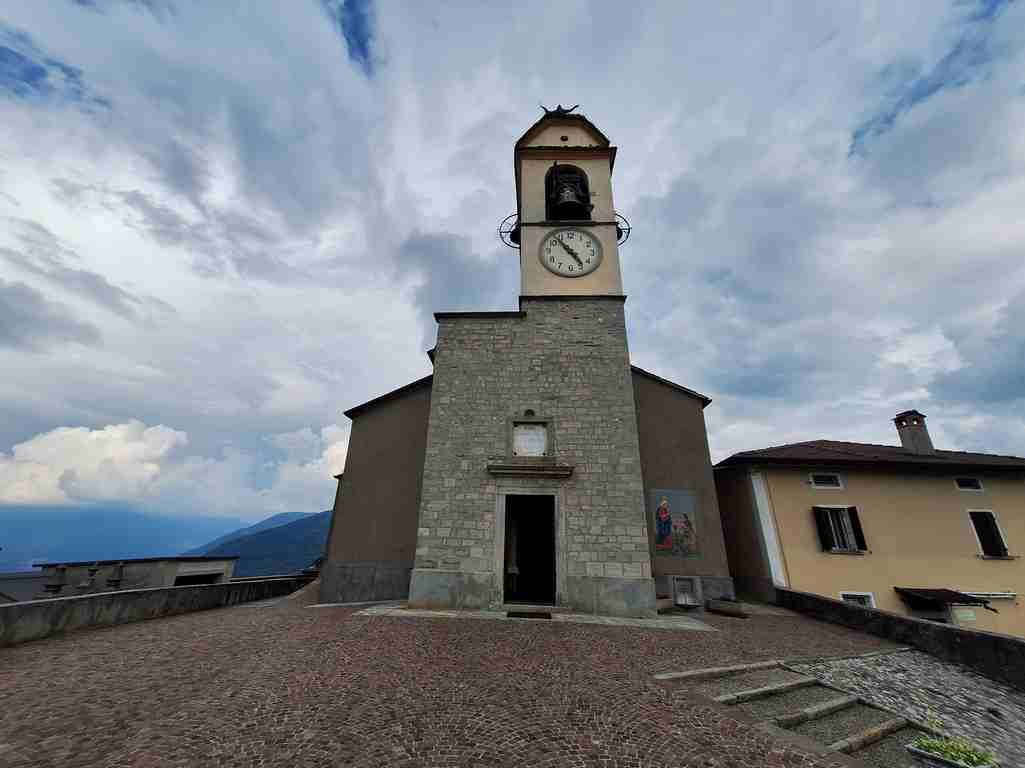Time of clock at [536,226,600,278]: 4:53
